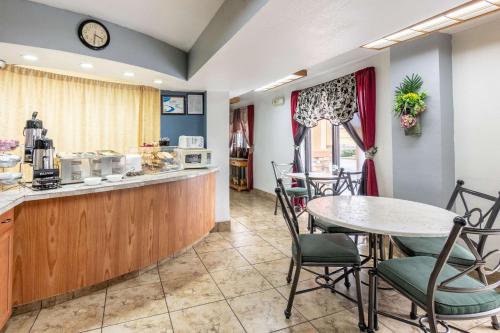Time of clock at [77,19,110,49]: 3:31
